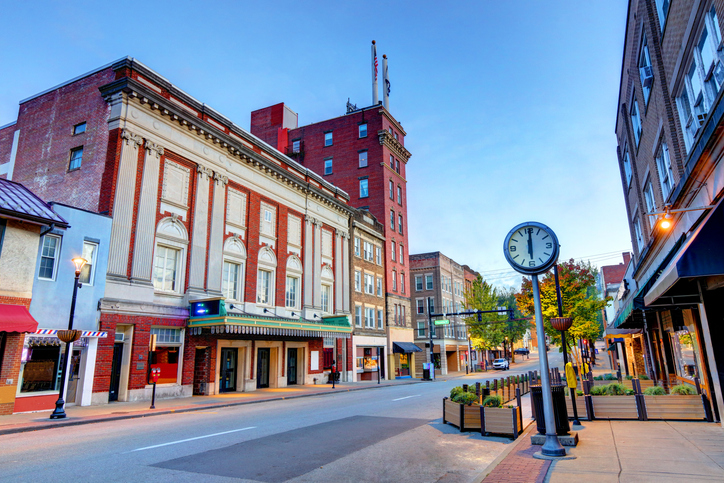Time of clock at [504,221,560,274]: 6:00
